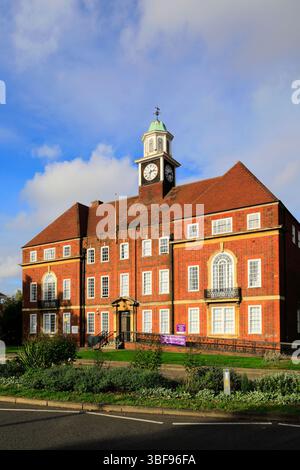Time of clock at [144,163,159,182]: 2:32
